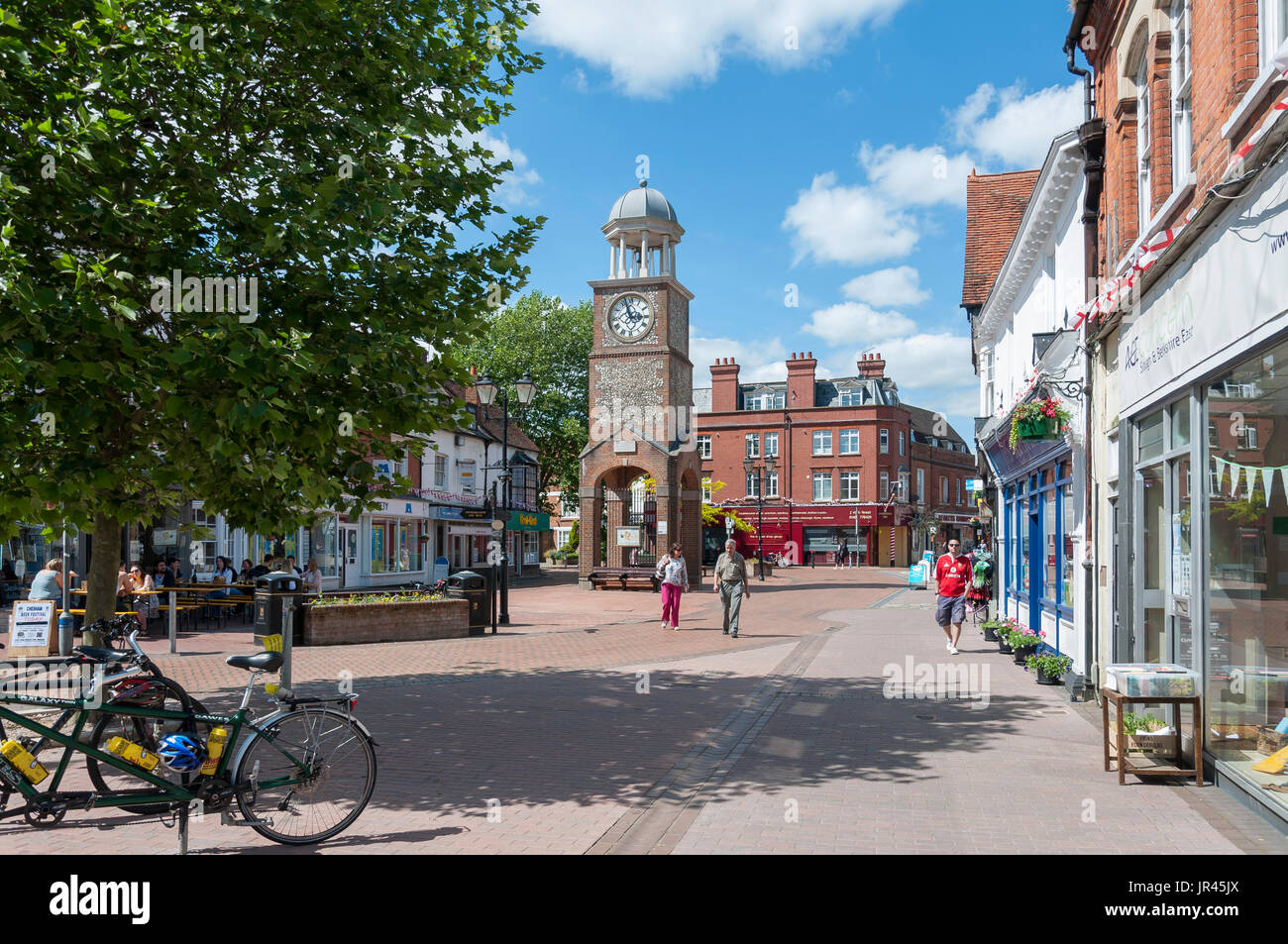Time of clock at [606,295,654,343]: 2:57
